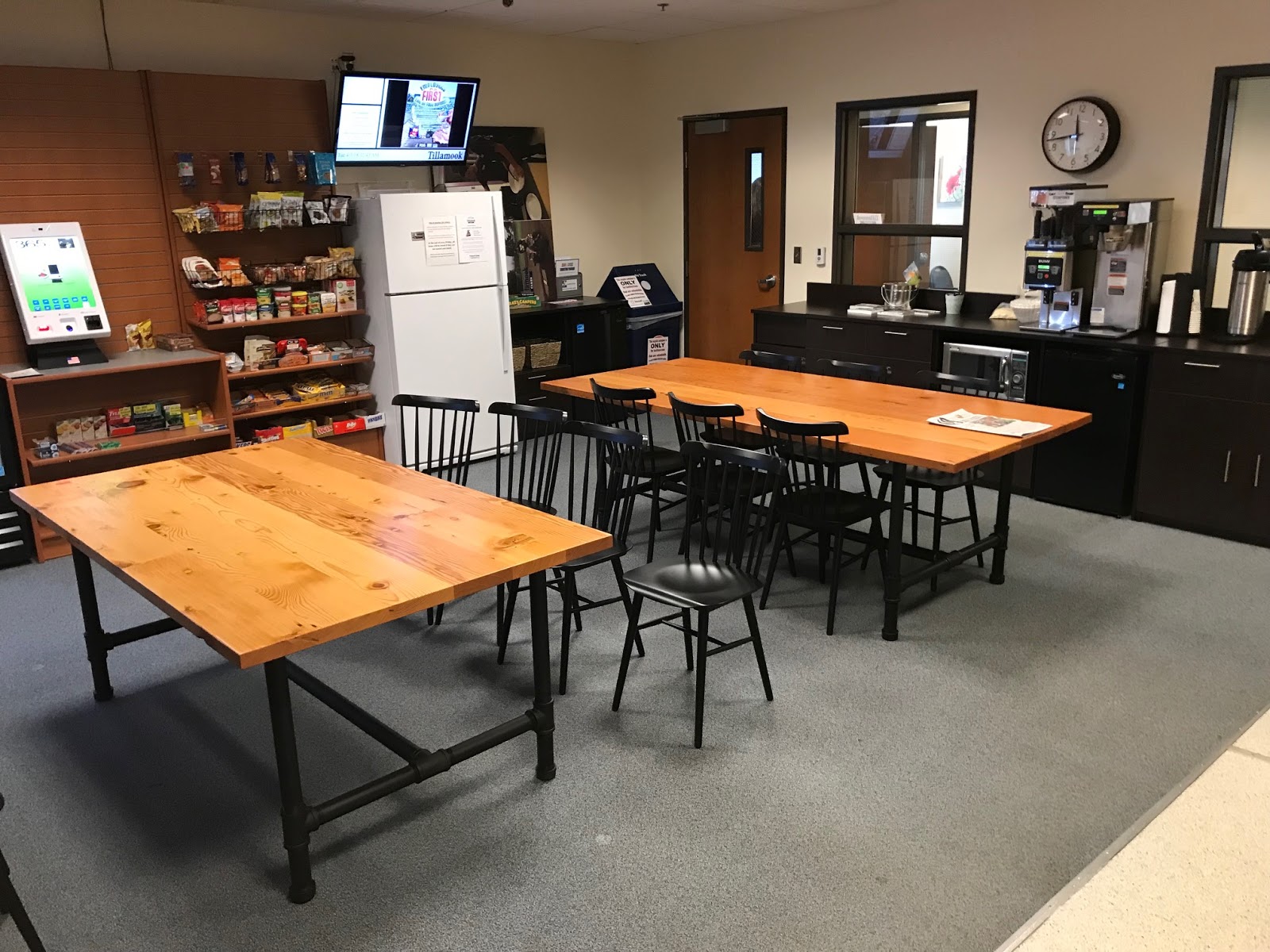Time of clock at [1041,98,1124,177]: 11:43
